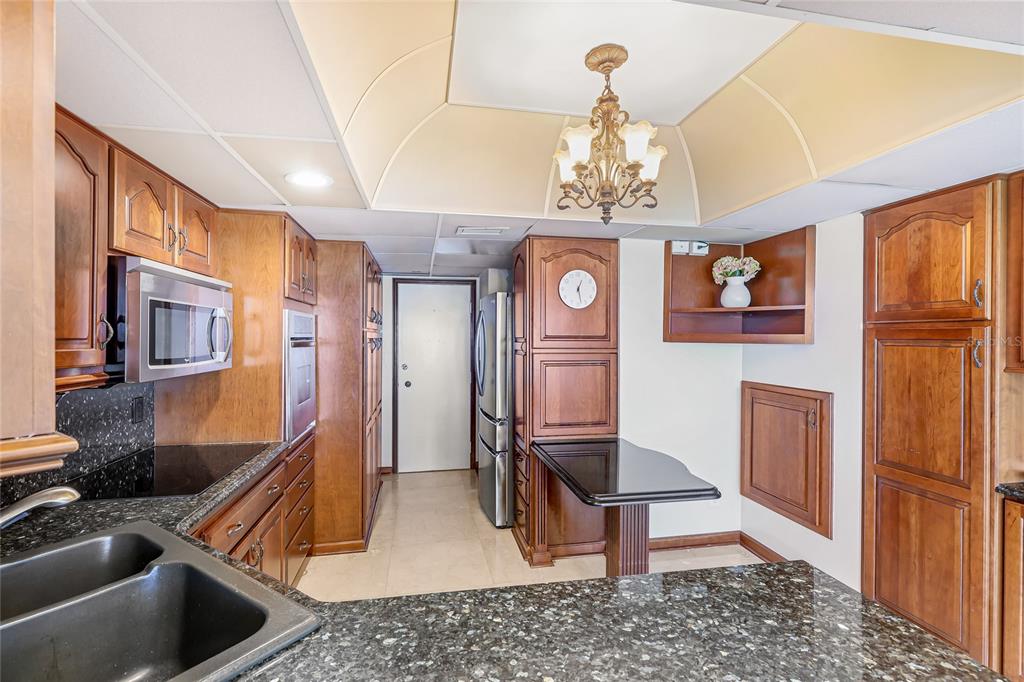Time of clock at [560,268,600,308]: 12:27
